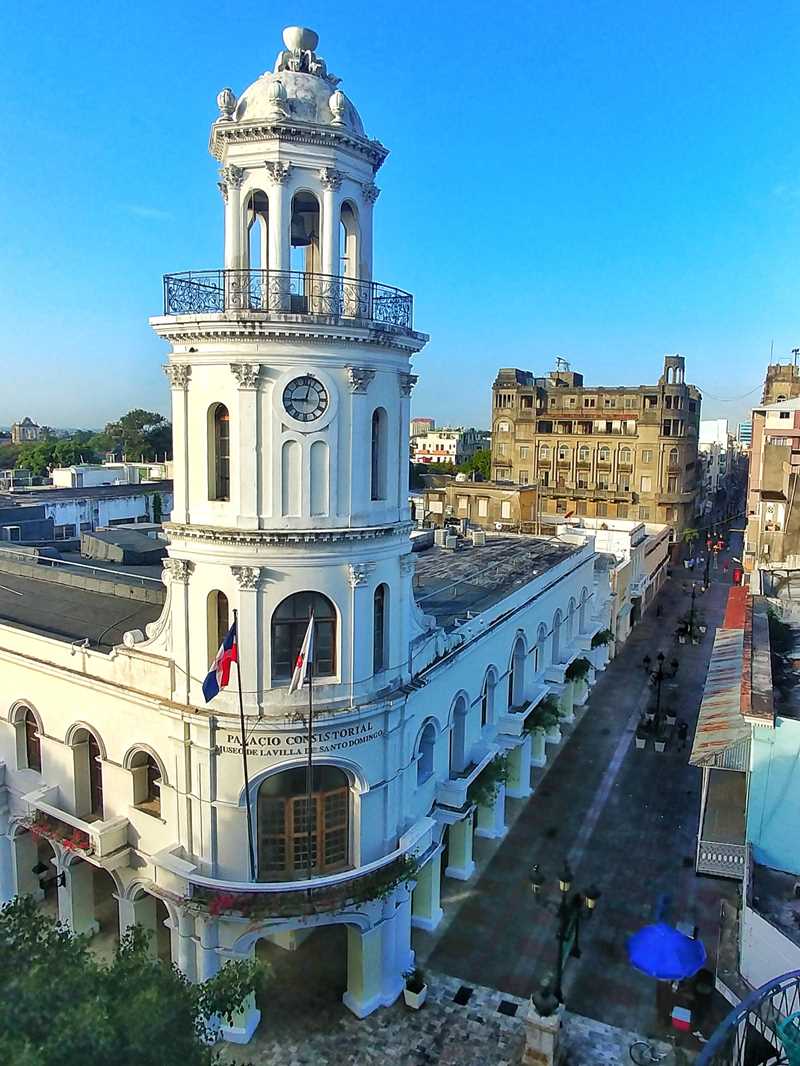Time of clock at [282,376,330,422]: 9:02
